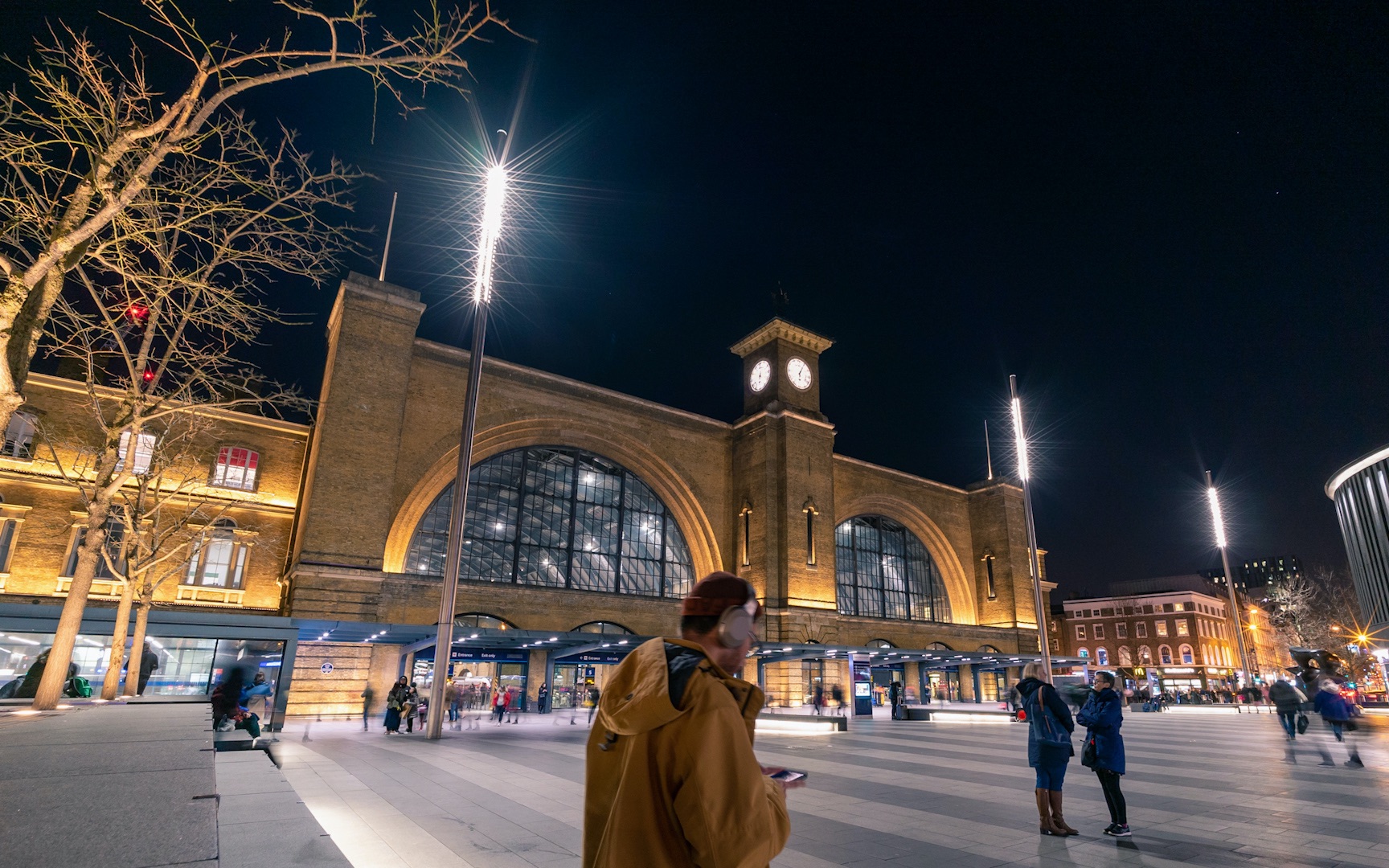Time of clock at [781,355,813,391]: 6:05
